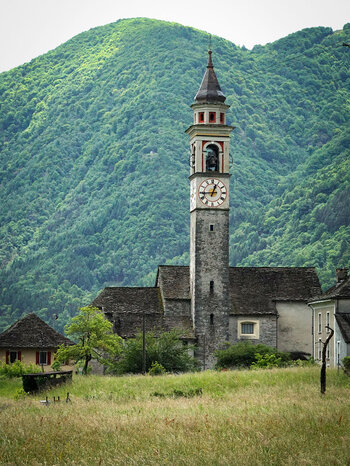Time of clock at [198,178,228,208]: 12:44
